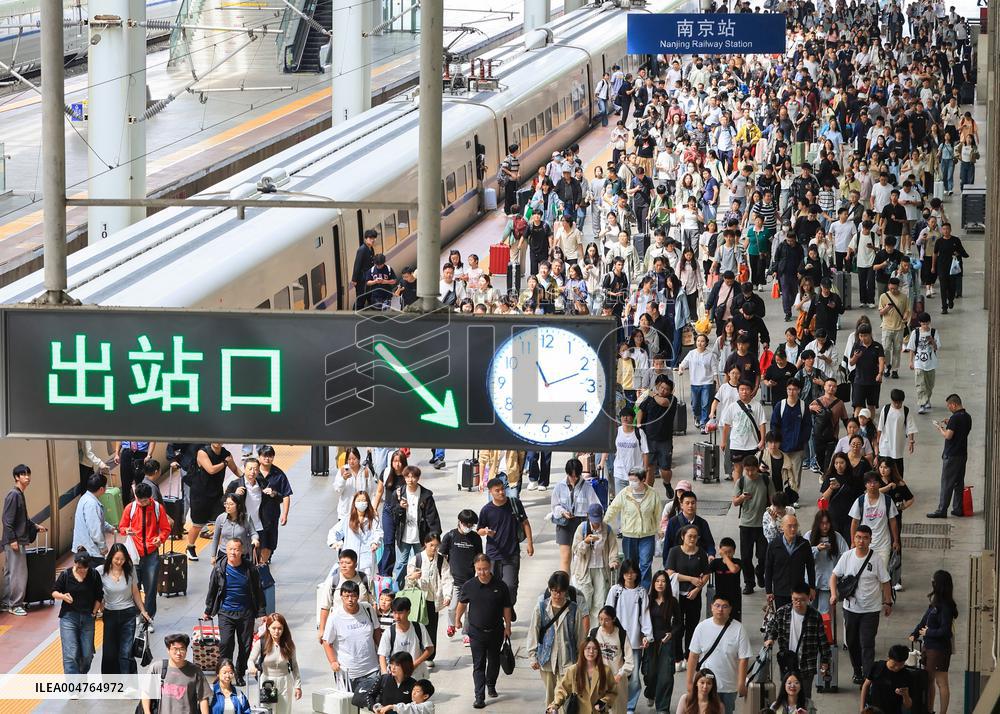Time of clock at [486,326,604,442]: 11:11
